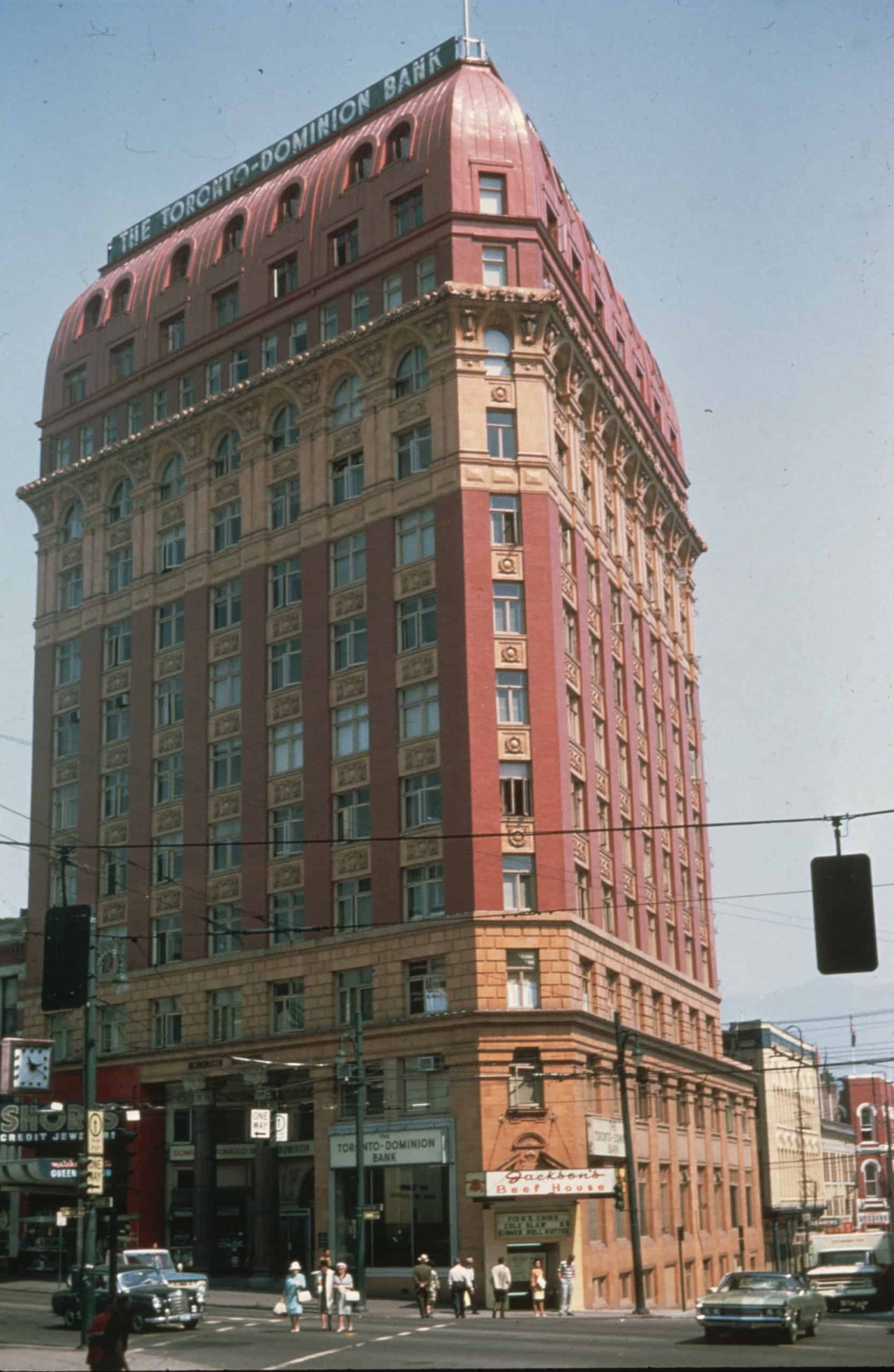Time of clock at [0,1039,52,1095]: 11:12
